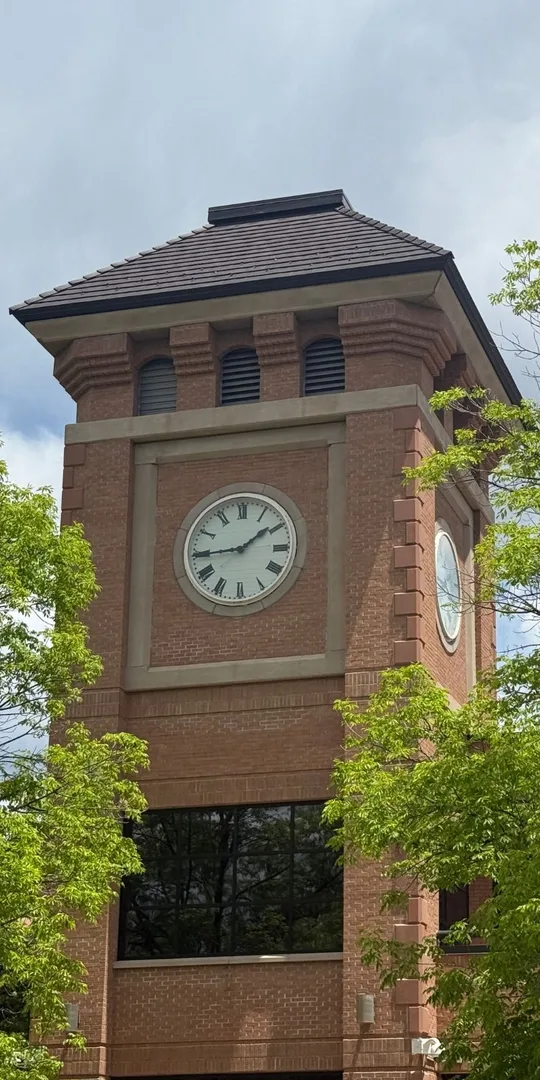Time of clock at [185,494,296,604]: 1:44
